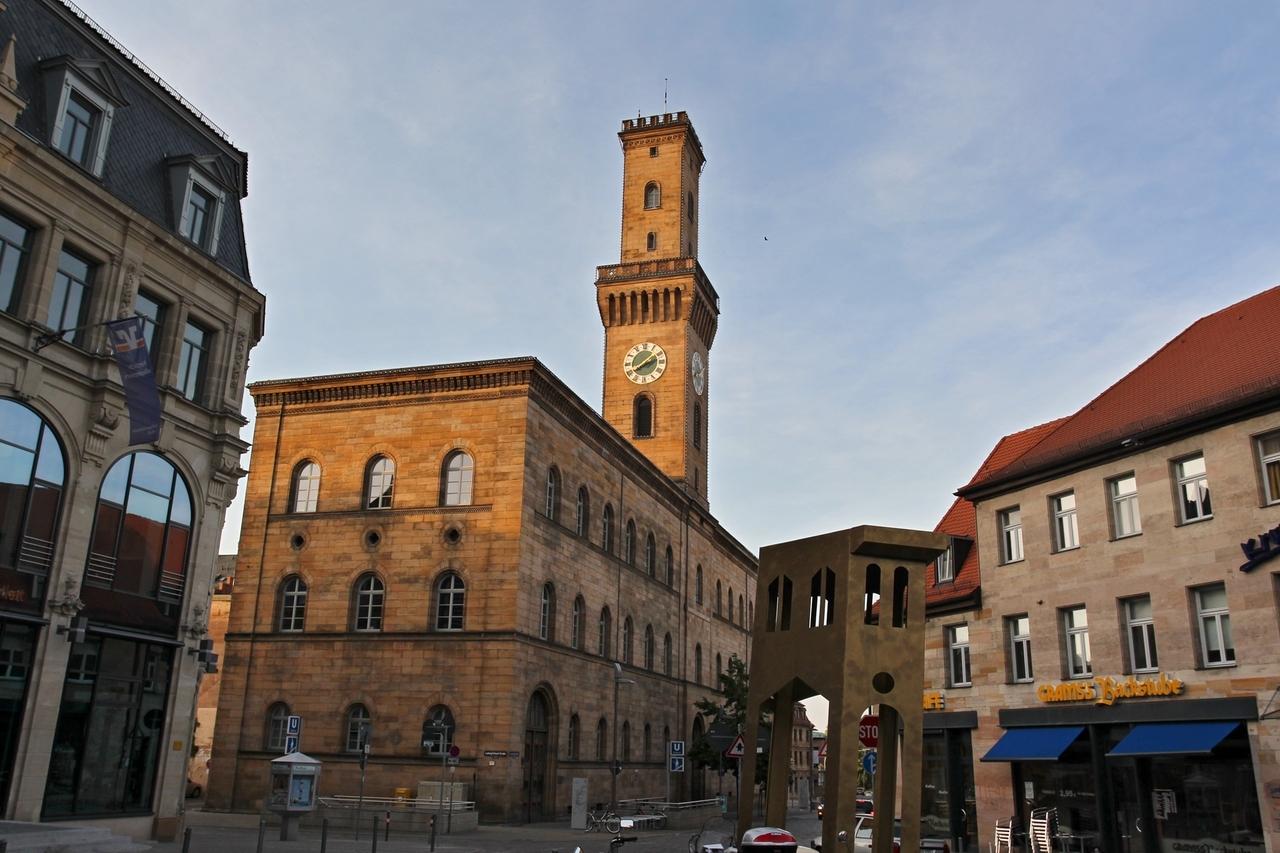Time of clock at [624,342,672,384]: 1:39
